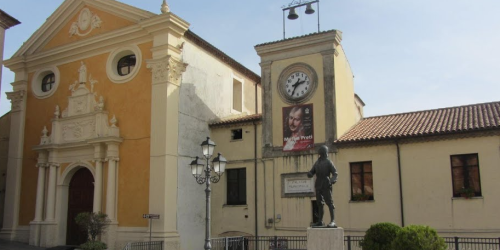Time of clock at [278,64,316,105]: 2:35
